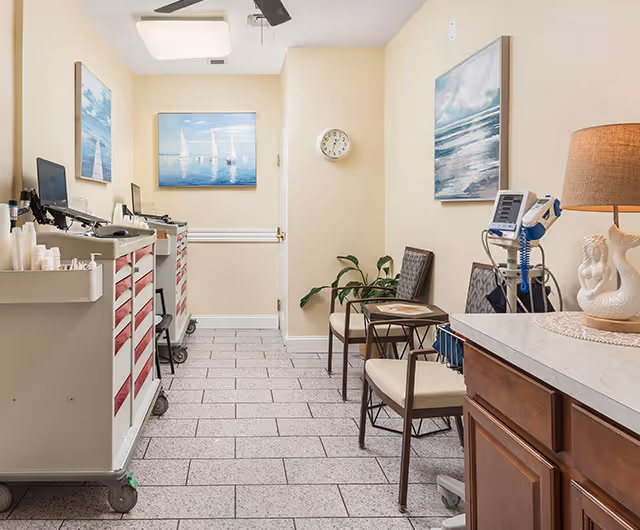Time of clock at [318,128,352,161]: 1:32
